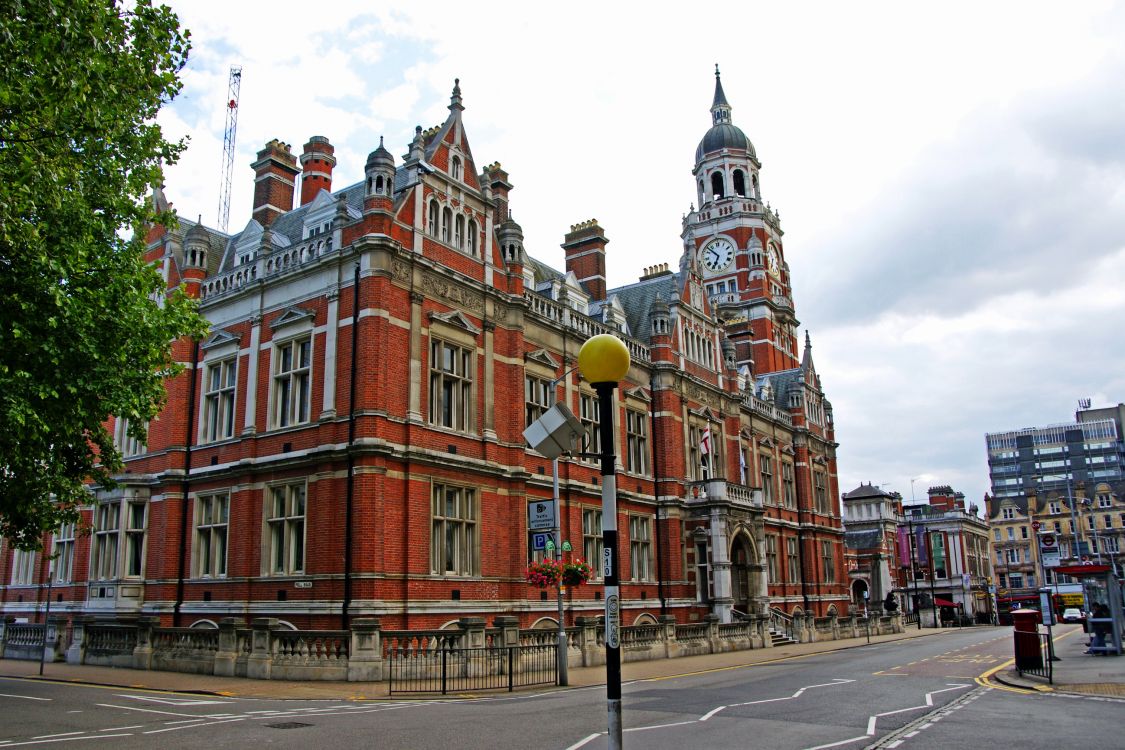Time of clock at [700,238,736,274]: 6:52
